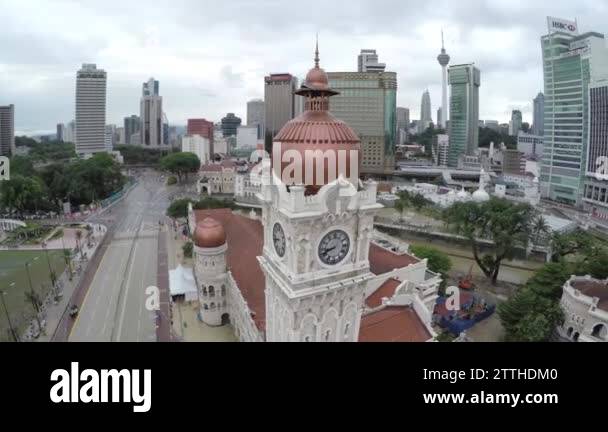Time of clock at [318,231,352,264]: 8:41
